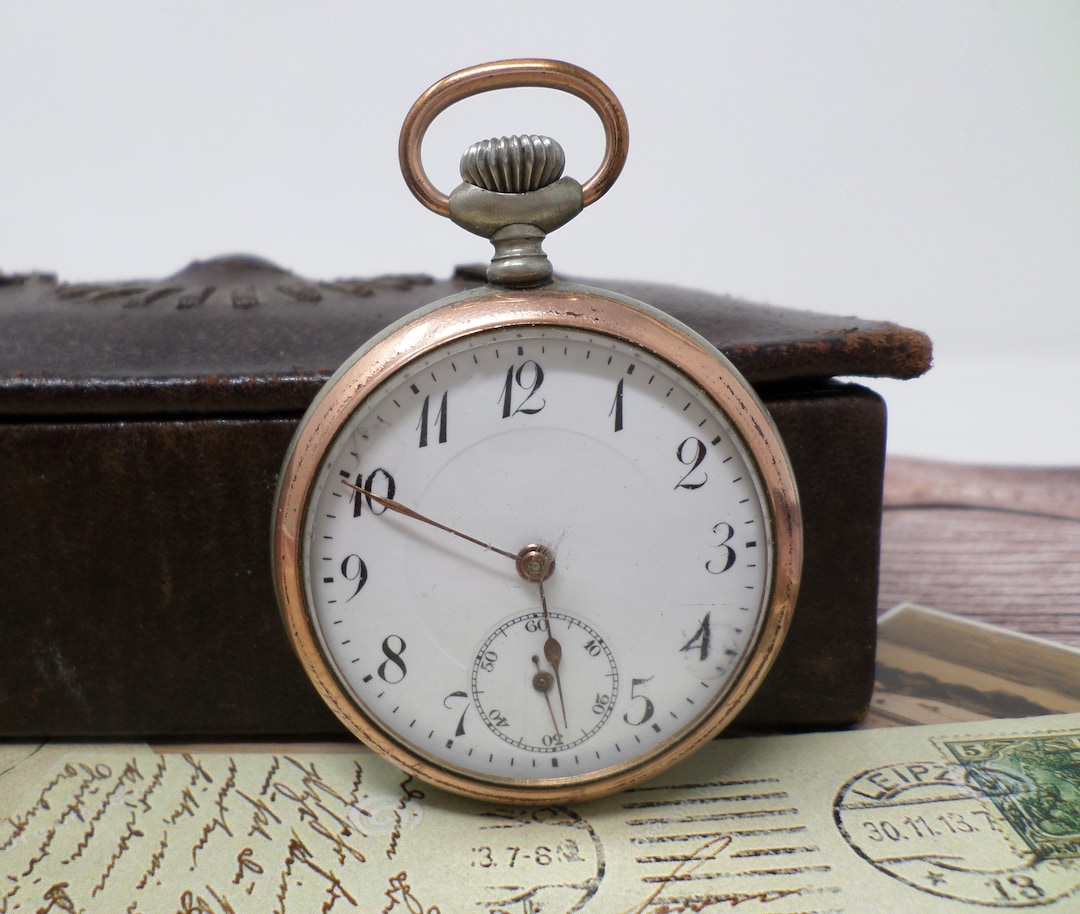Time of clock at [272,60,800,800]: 5:49
